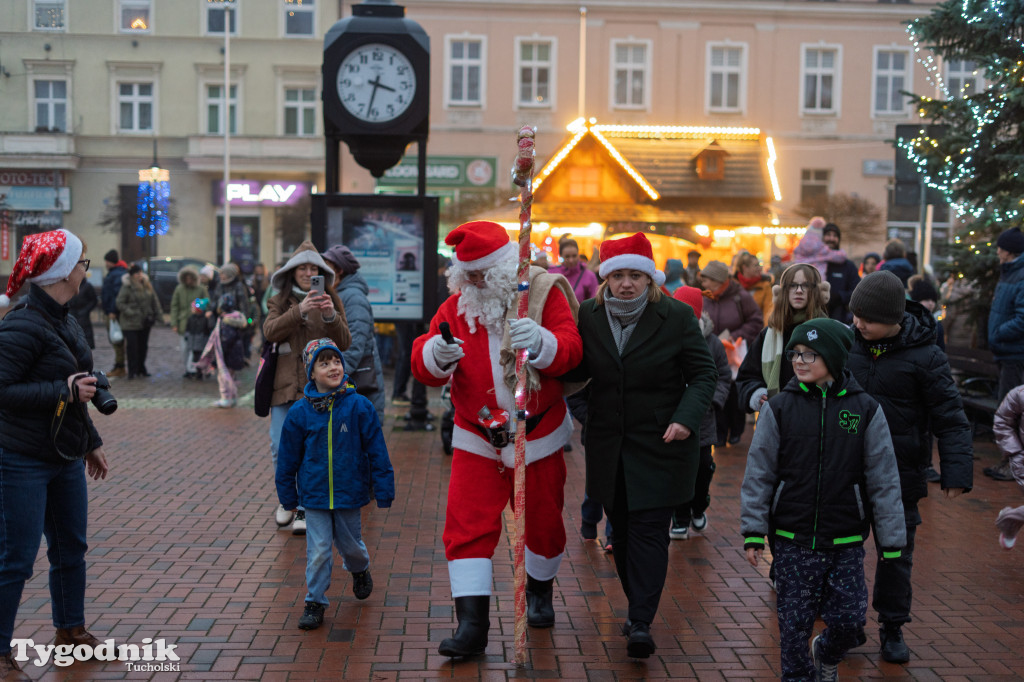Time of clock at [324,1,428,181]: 3:32
